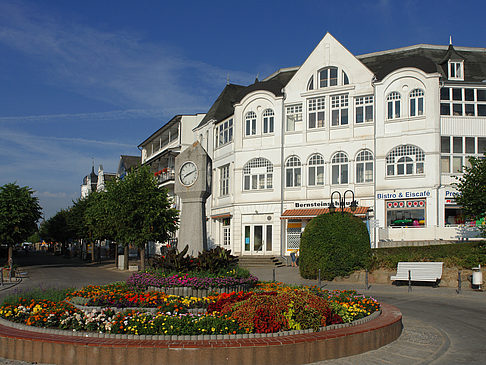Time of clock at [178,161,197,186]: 8:12
